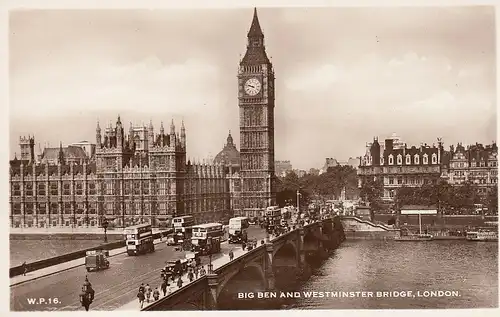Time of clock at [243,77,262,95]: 9:47
